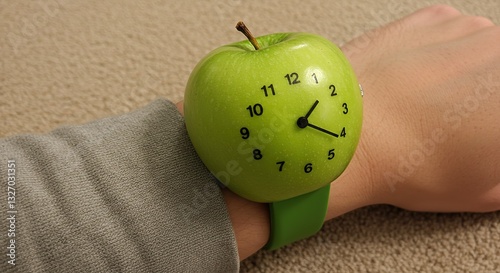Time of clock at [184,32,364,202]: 1:20
